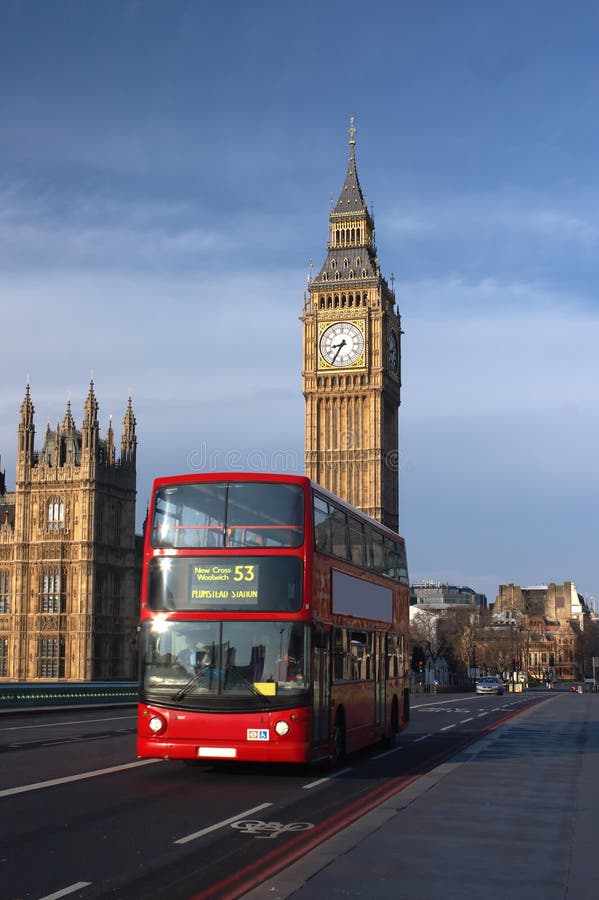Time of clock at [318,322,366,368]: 8:35
